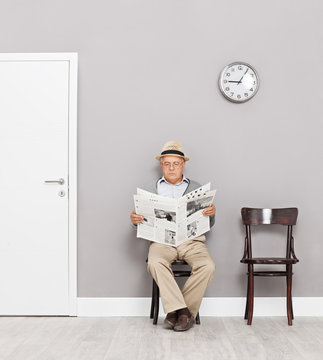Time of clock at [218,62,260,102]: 9:05
